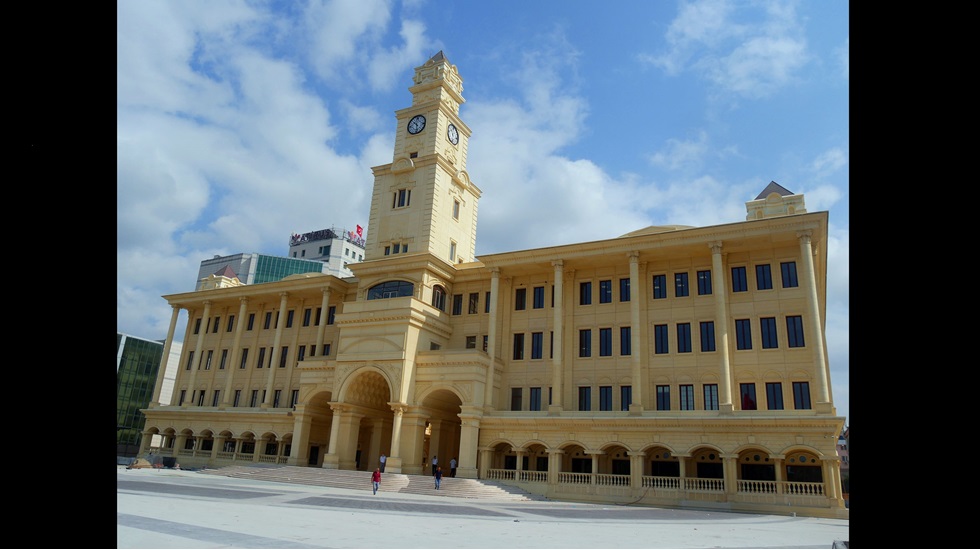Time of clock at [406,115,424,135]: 10:28
